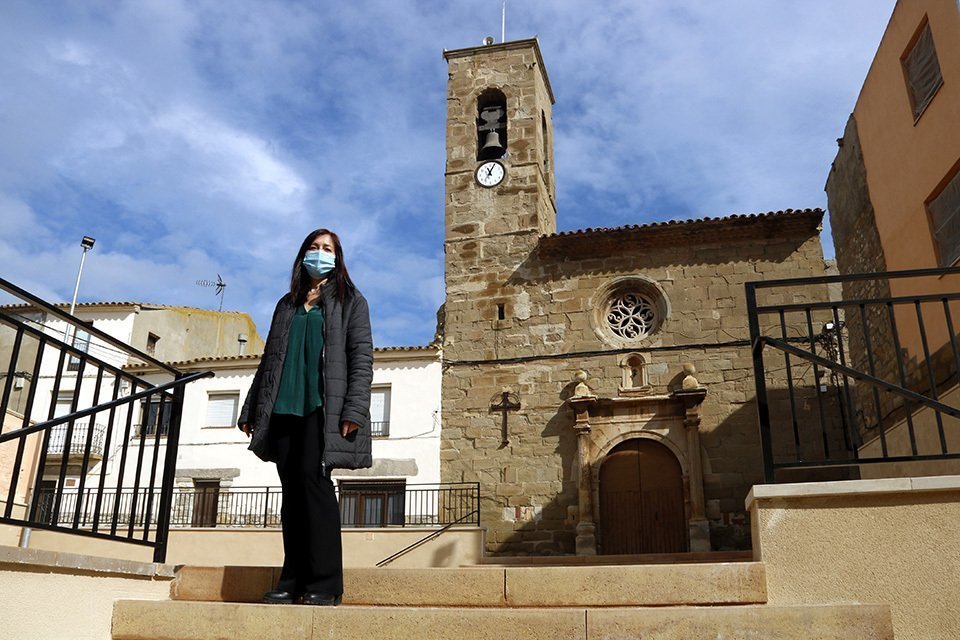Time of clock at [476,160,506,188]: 11:04
